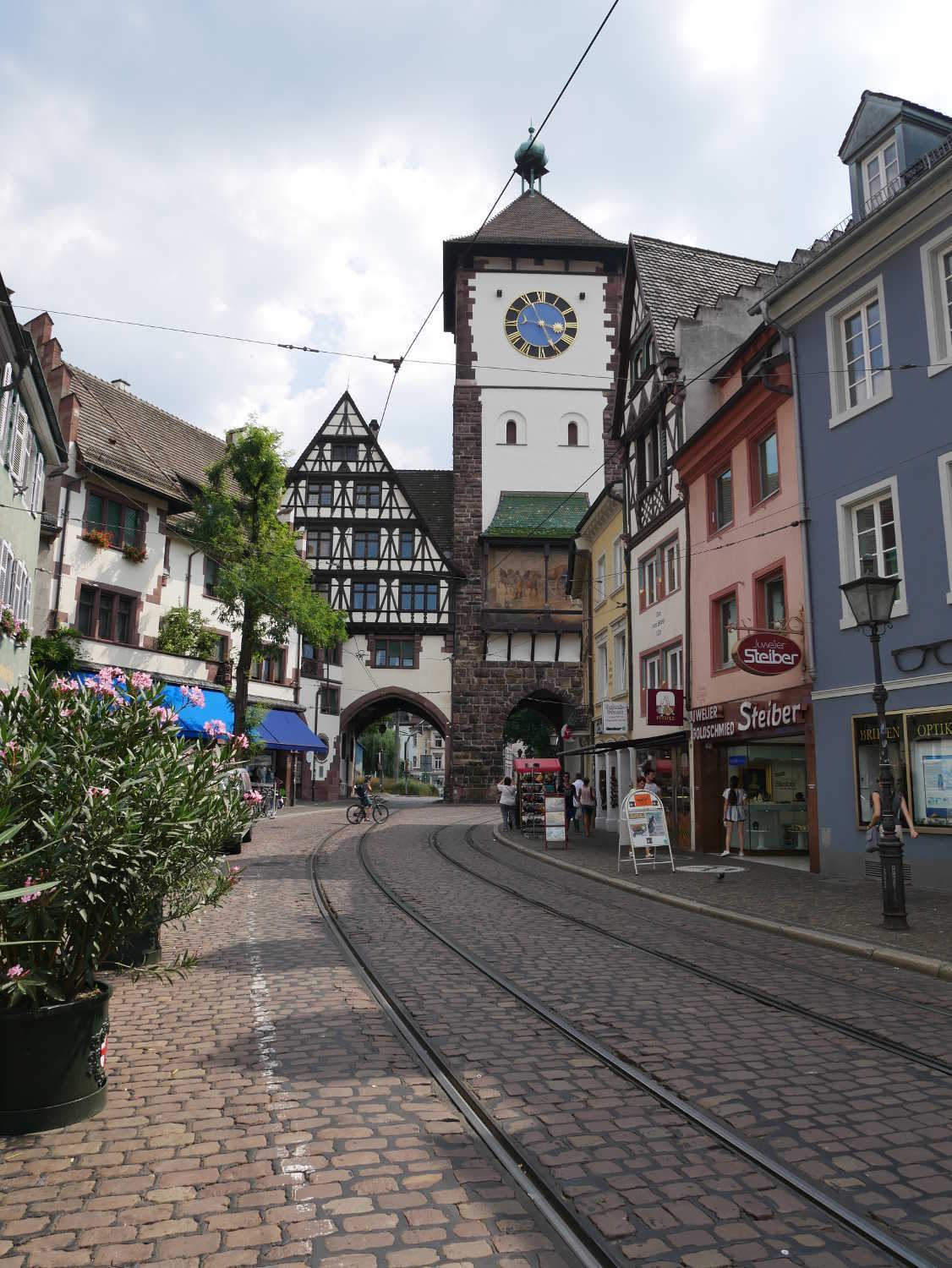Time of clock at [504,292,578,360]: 3:25
